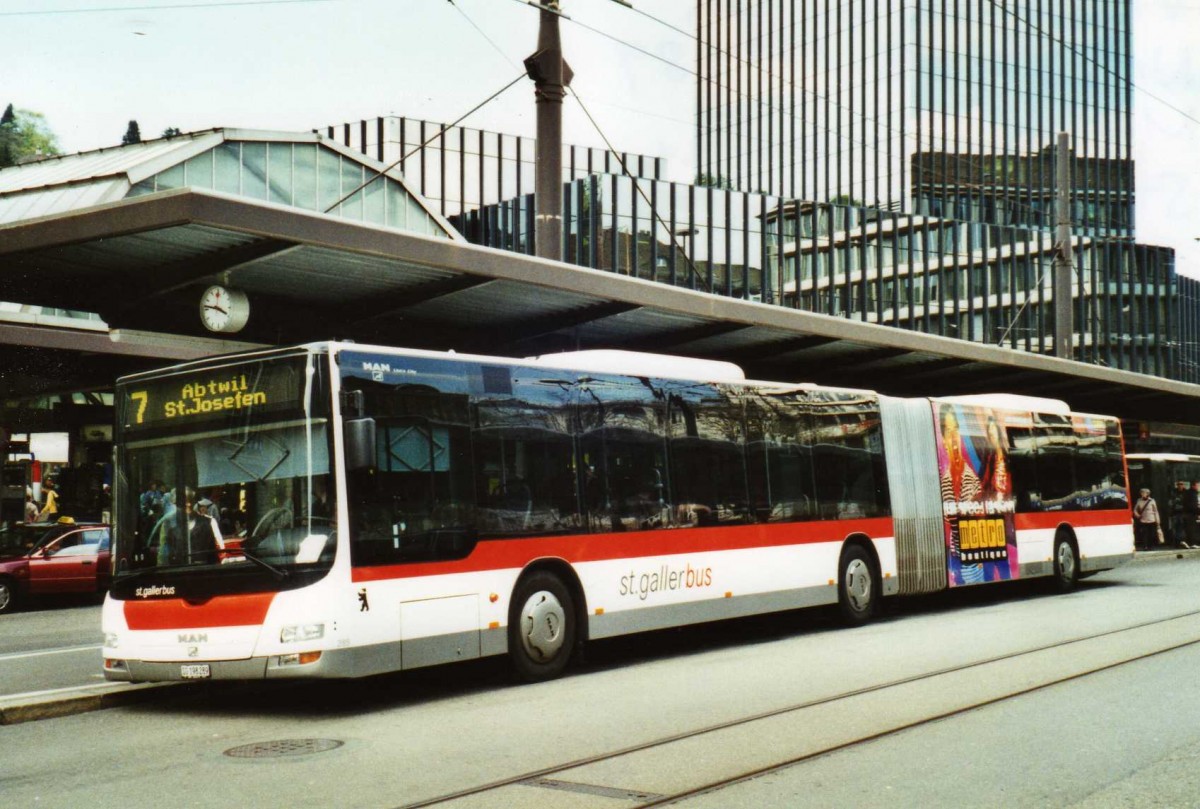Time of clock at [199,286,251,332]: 3:46
